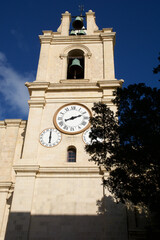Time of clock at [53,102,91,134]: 8:11
